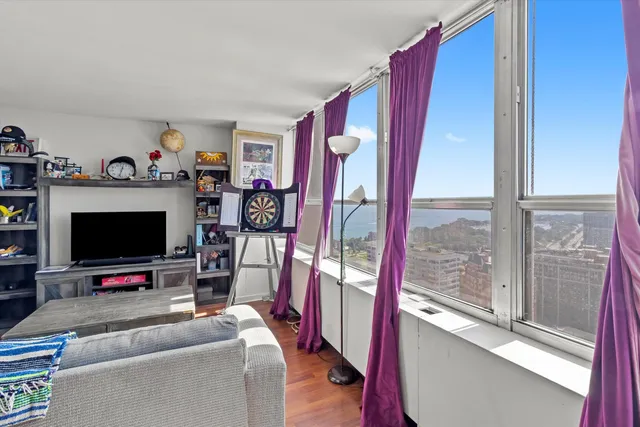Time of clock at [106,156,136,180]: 12:32
